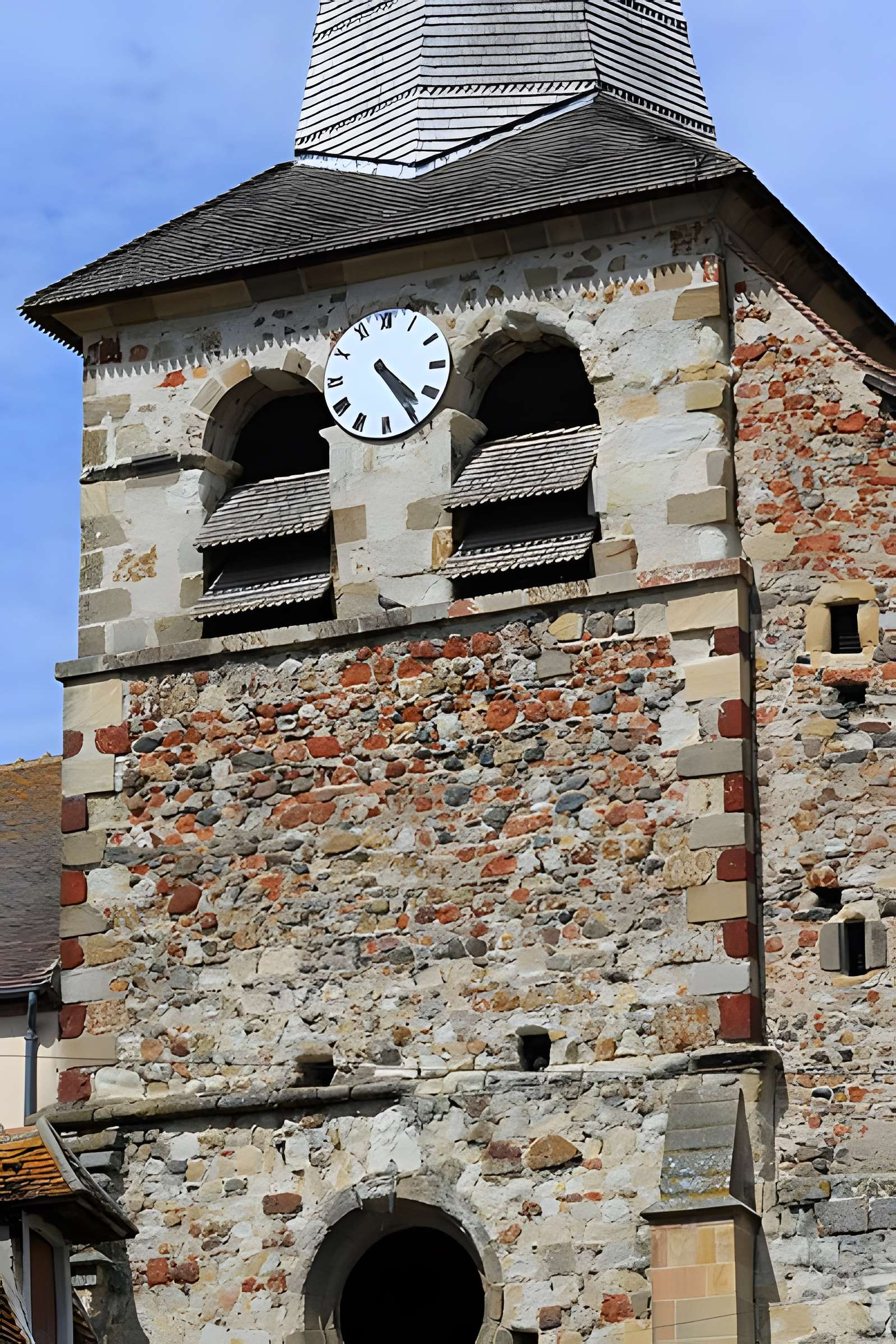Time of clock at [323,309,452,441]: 4:24
